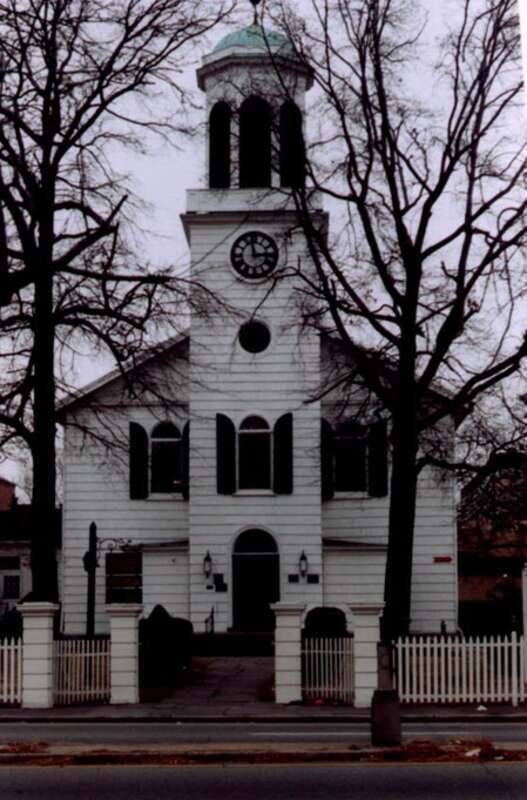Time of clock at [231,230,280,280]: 2:57
